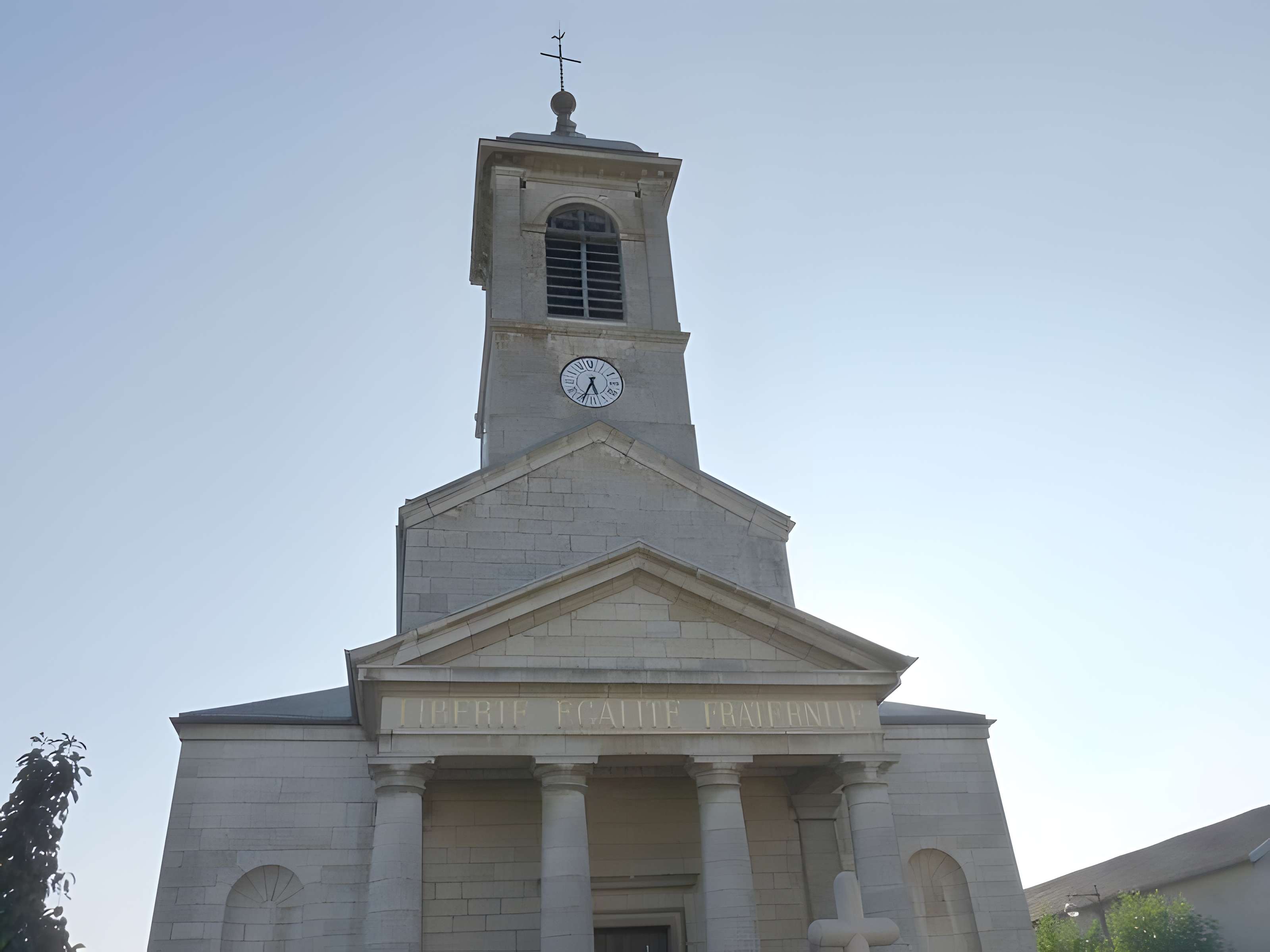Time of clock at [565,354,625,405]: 5:34
